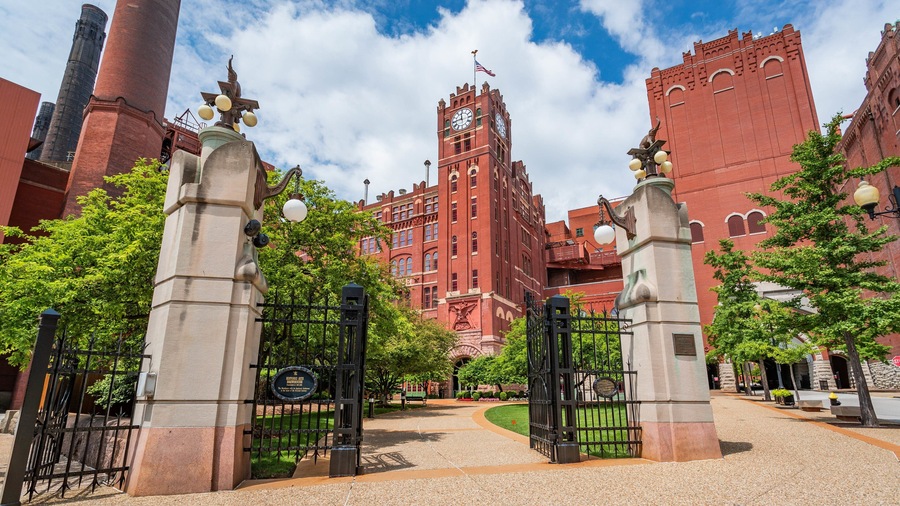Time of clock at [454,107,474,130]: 11:44
